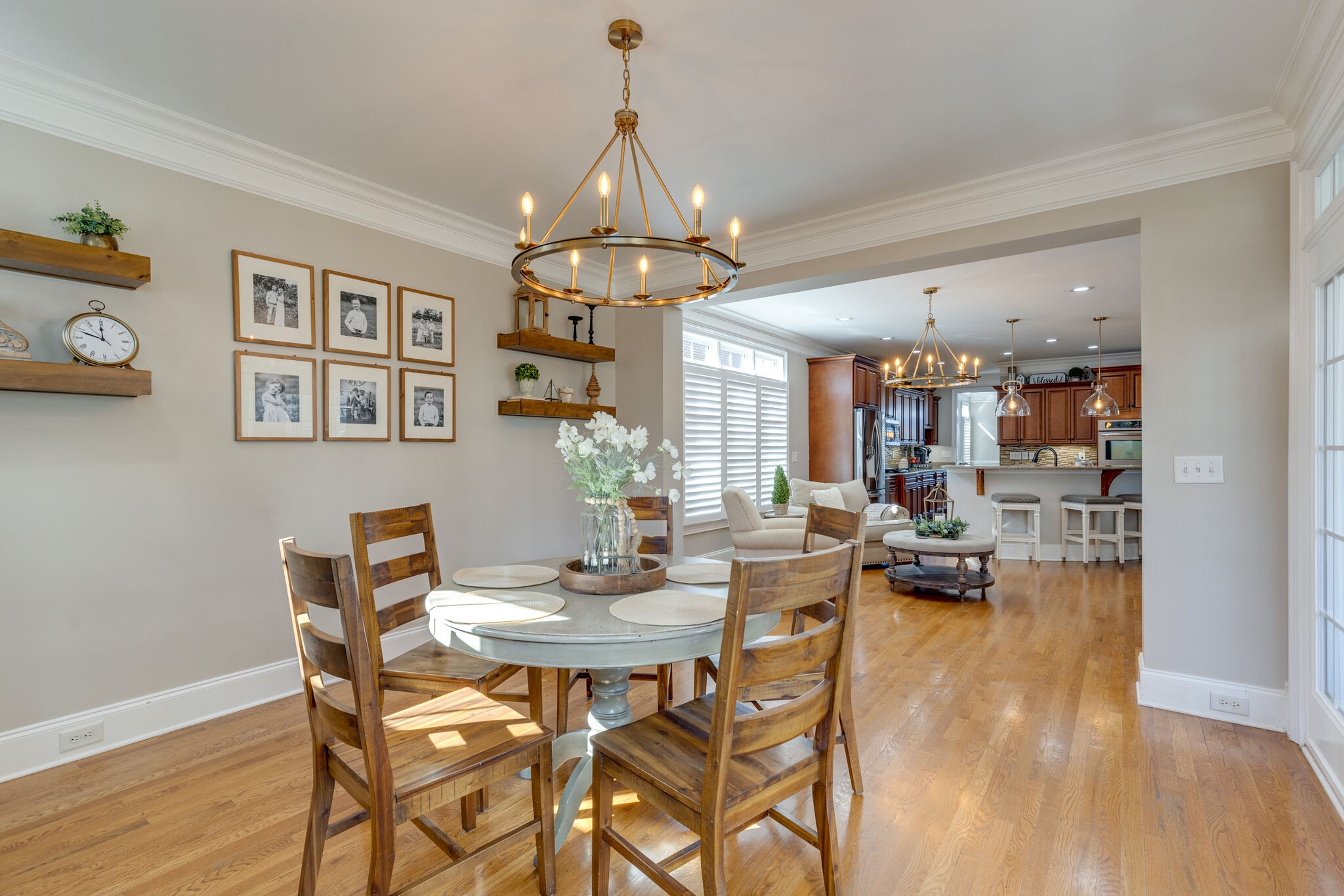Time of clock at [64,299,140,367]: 11:48
